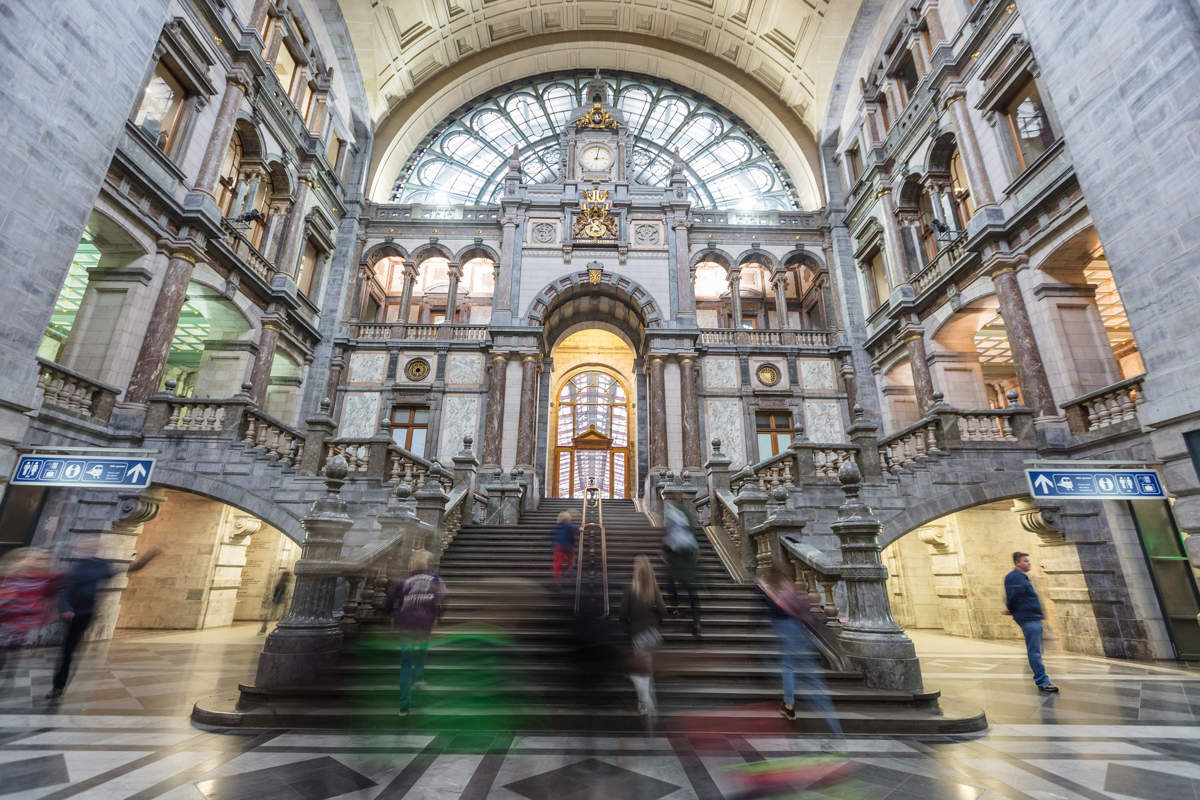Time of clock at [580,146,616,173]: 3:02
